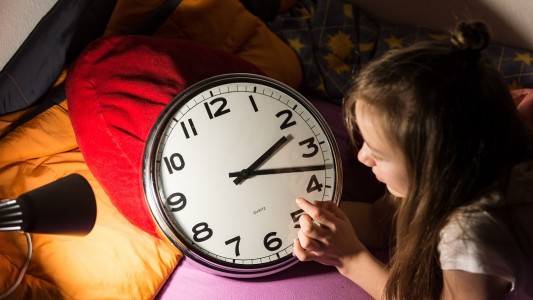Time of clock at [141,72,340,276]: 2:18
